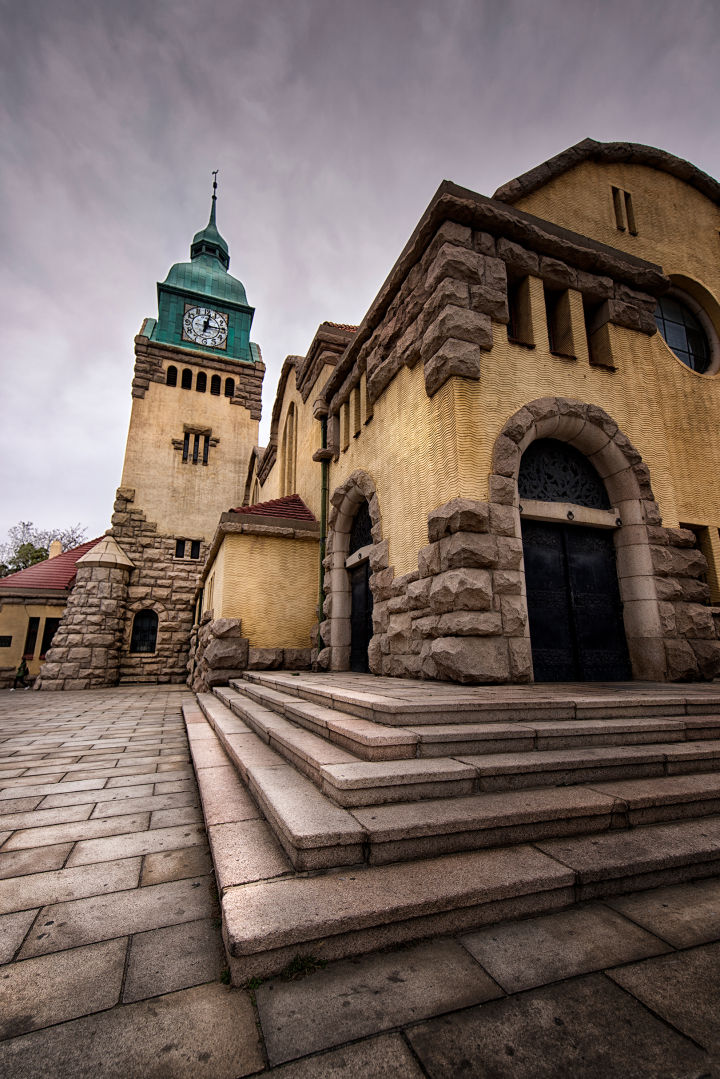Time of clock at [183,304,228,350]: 12:14
